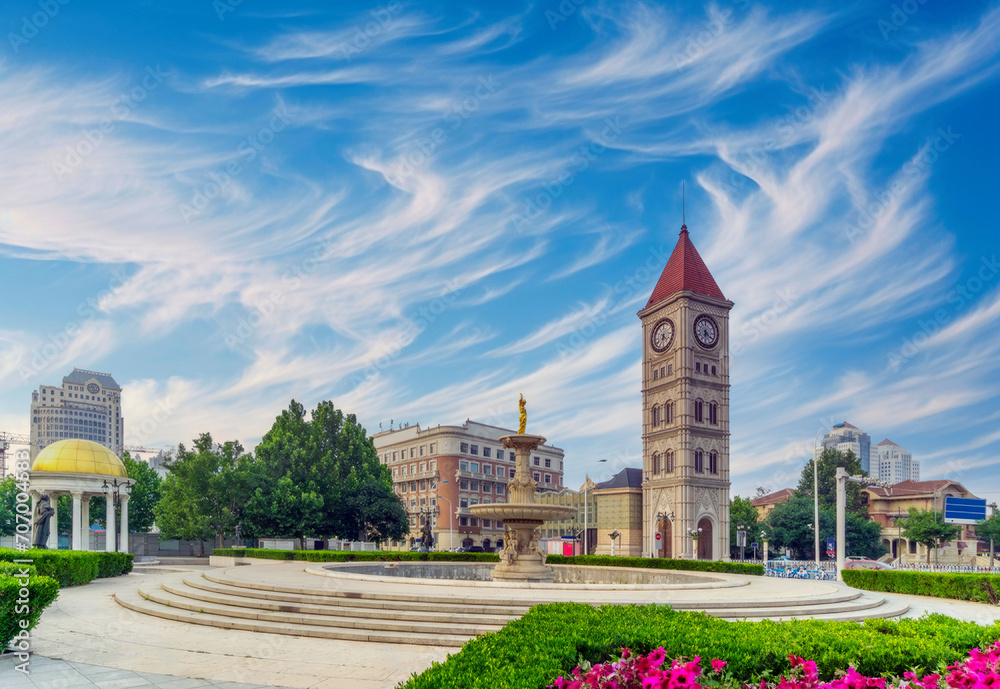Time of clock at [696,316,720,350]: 6:20
